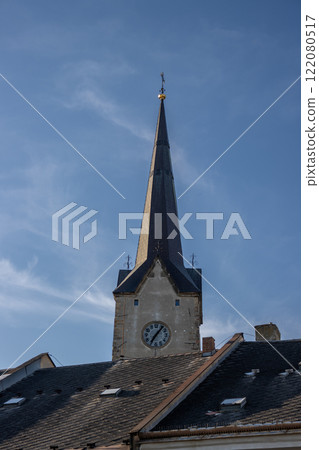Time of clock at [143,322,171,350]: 7:06
